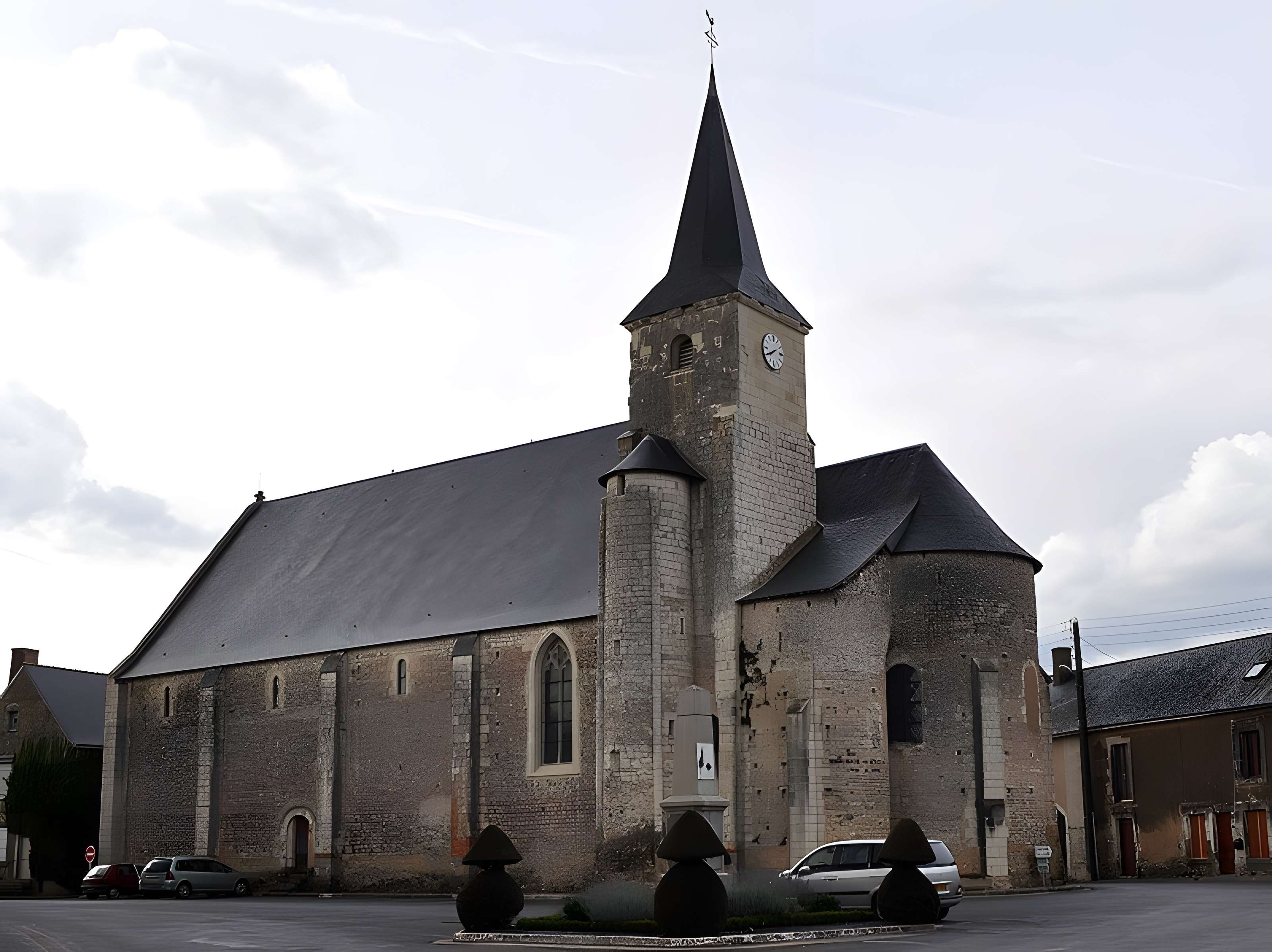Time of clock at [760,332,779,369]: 7:40
